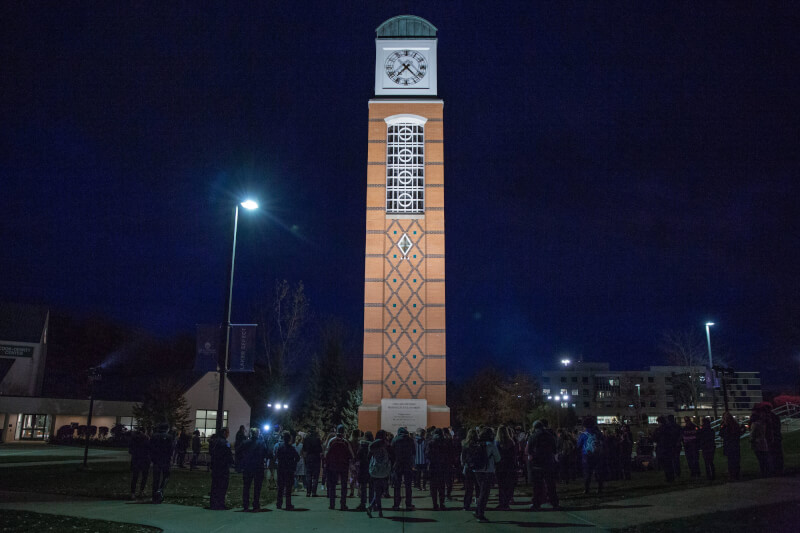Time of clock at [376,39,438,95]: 7:22
